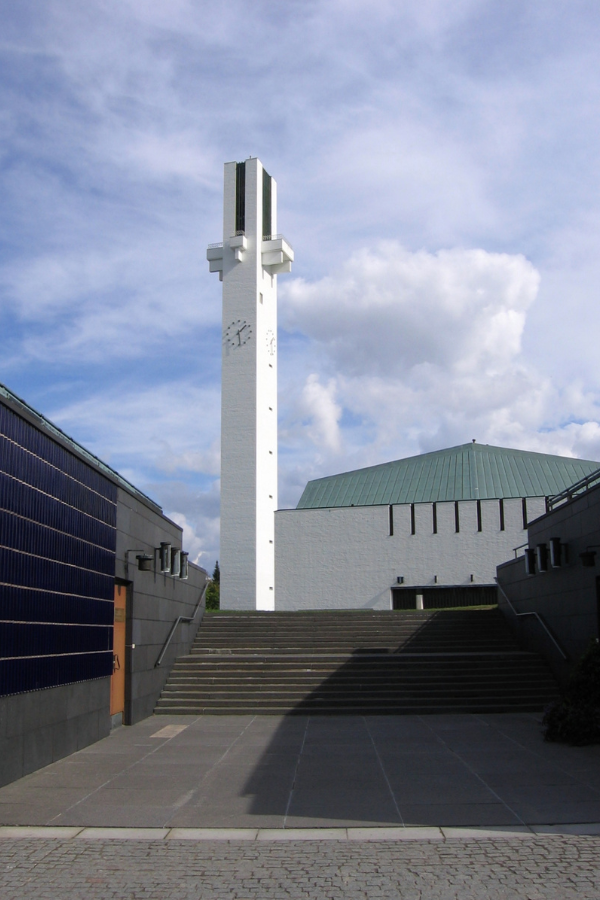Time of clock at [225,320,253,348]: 1:28
